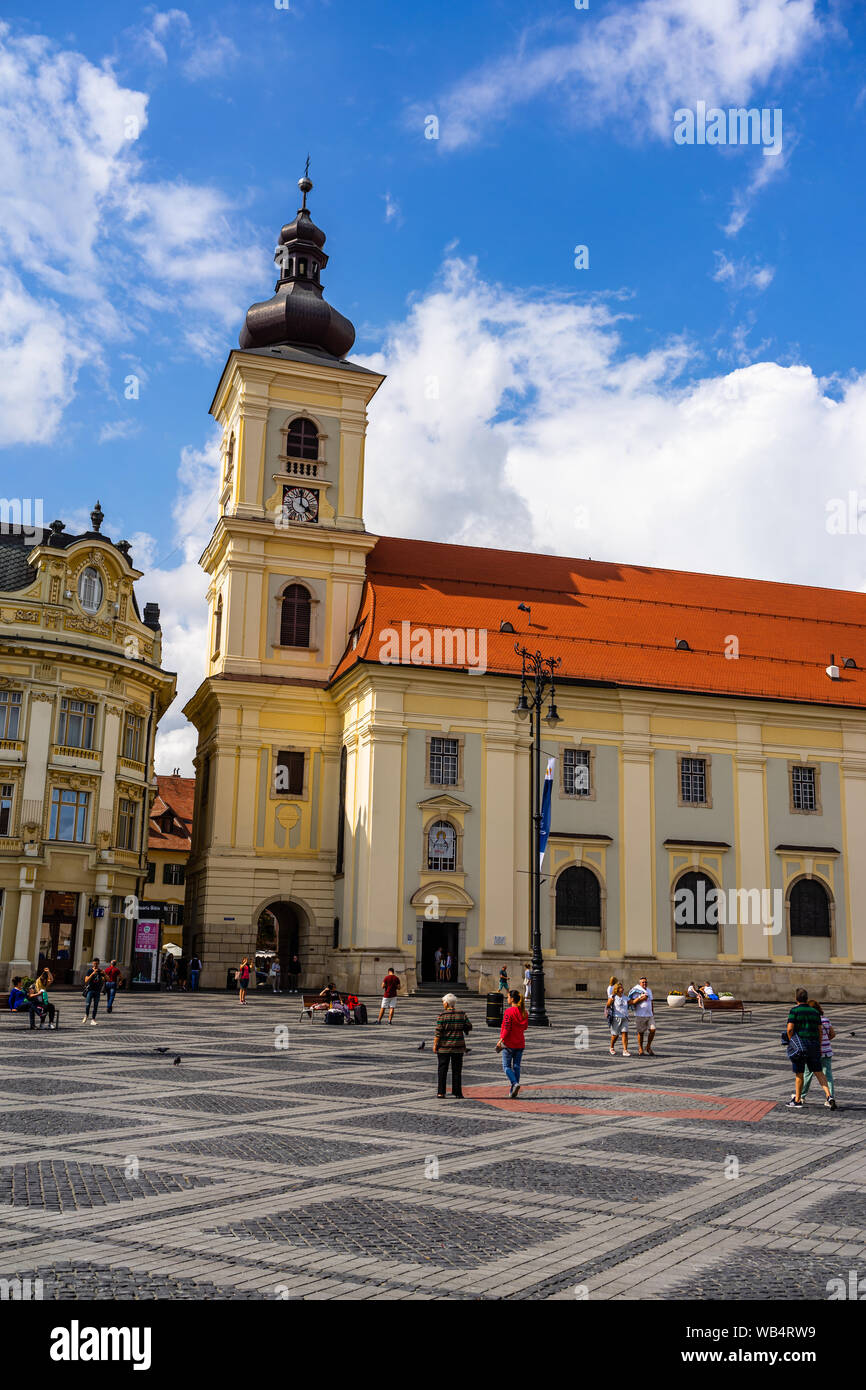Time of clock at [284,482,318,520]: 4:00
